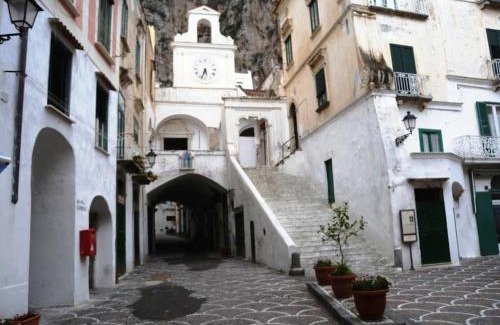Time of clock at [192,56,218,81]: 5:33
